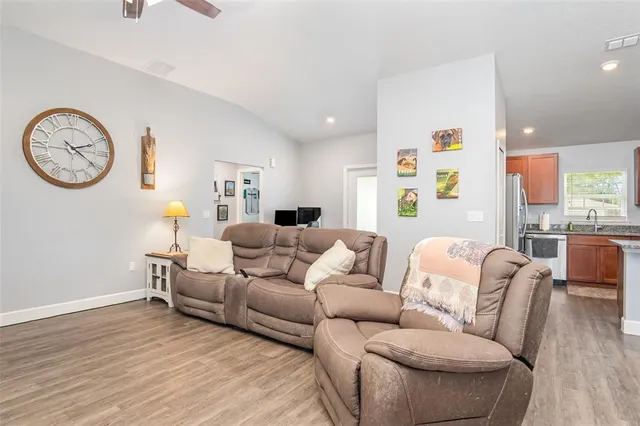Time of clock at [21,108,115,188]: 2:21
